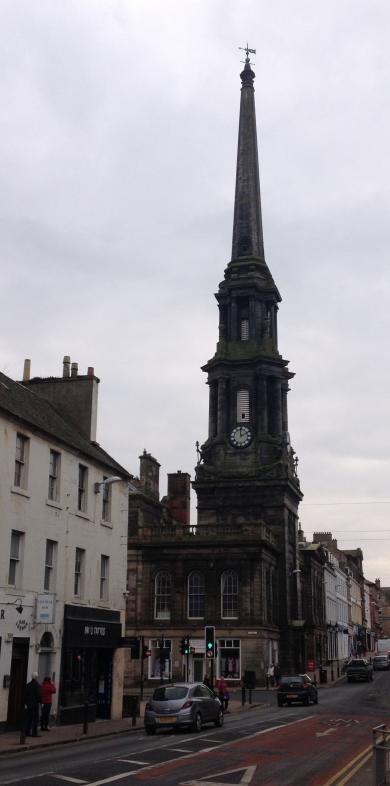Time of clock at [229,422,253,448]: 1:59
